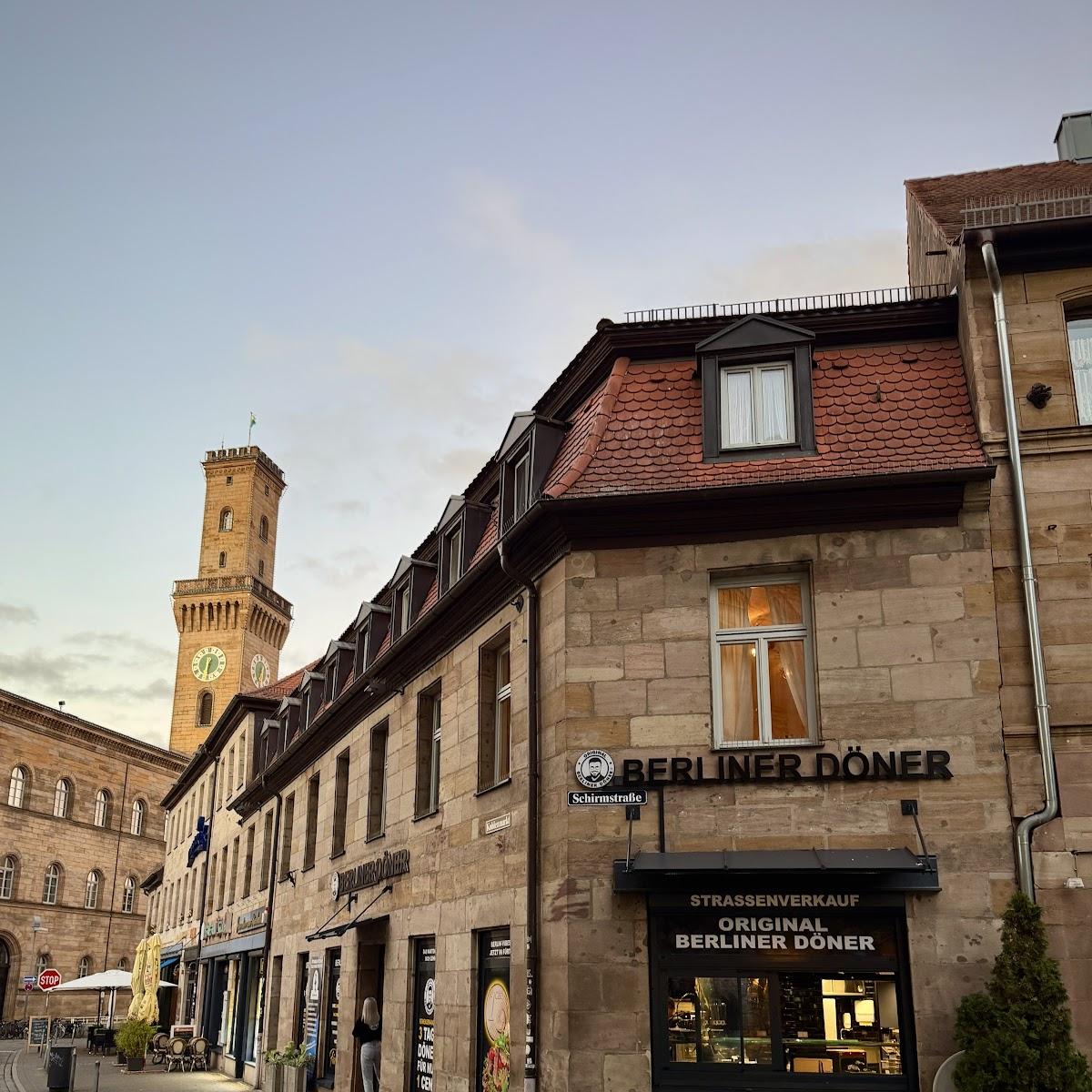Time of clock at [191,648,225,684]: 6:30
